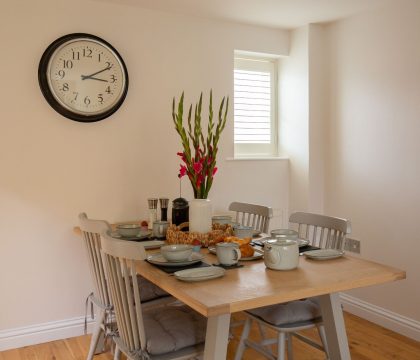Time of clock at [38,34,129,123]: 3:10
